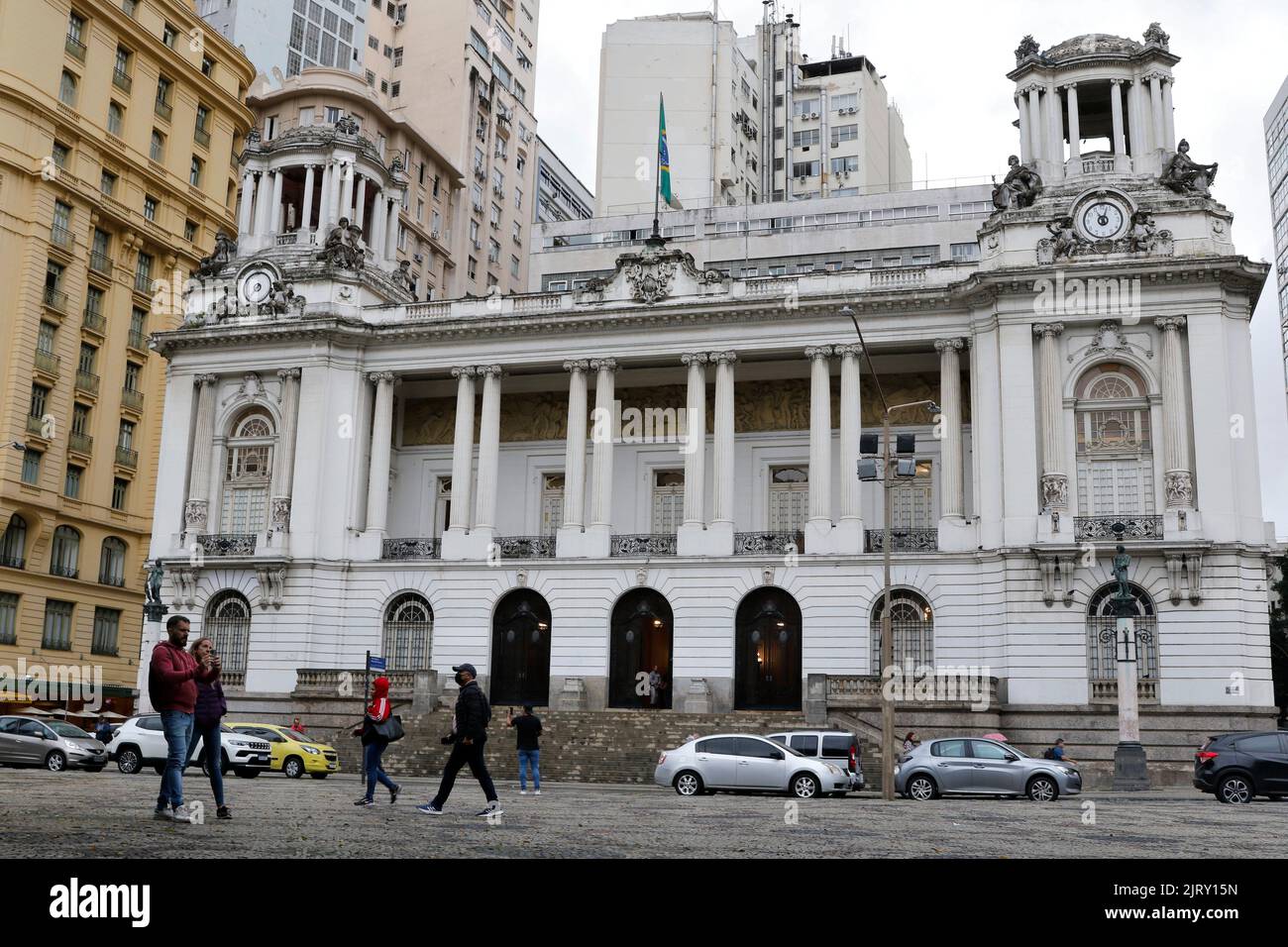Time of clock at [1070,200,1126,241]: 11:03
